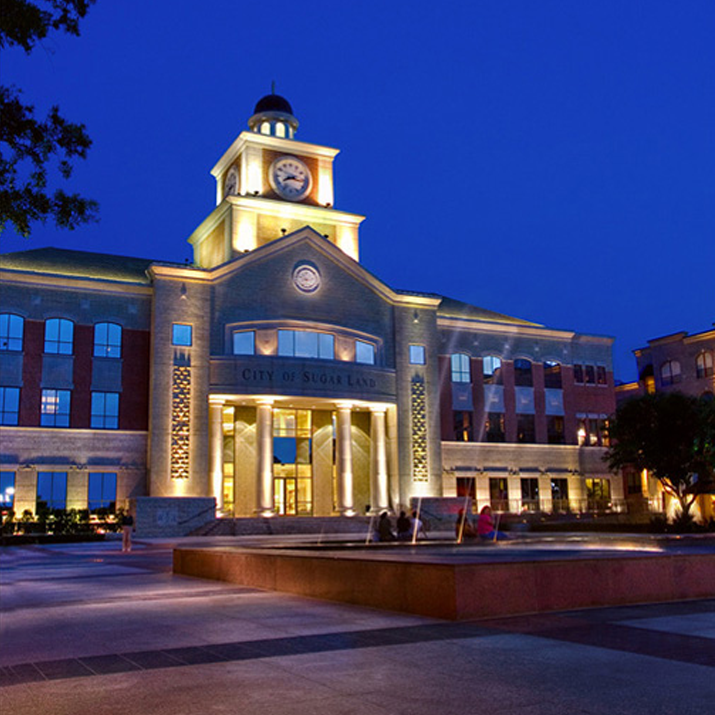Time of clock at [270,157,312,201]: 8:16
